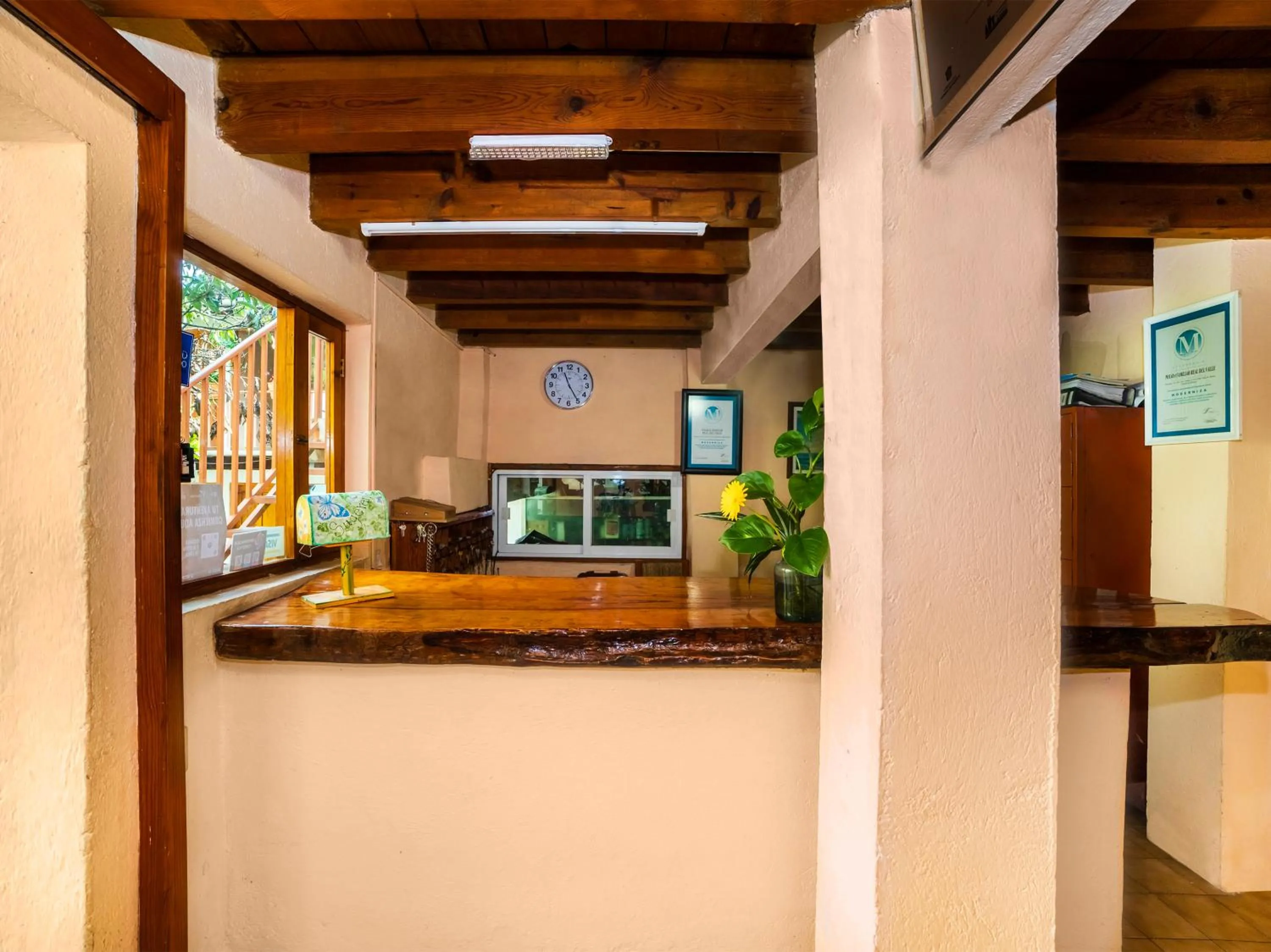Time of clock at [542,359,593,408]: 11:24
